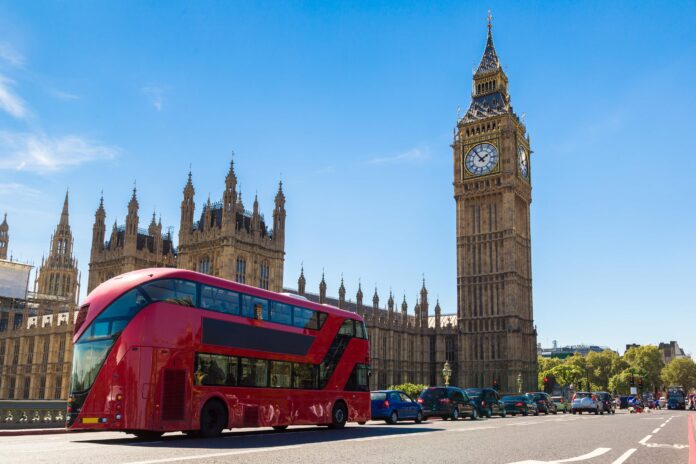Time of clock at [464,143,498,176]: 1:54
